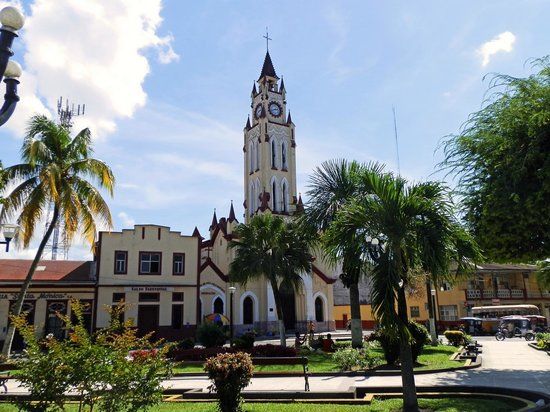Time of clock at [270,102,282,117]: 2:42
